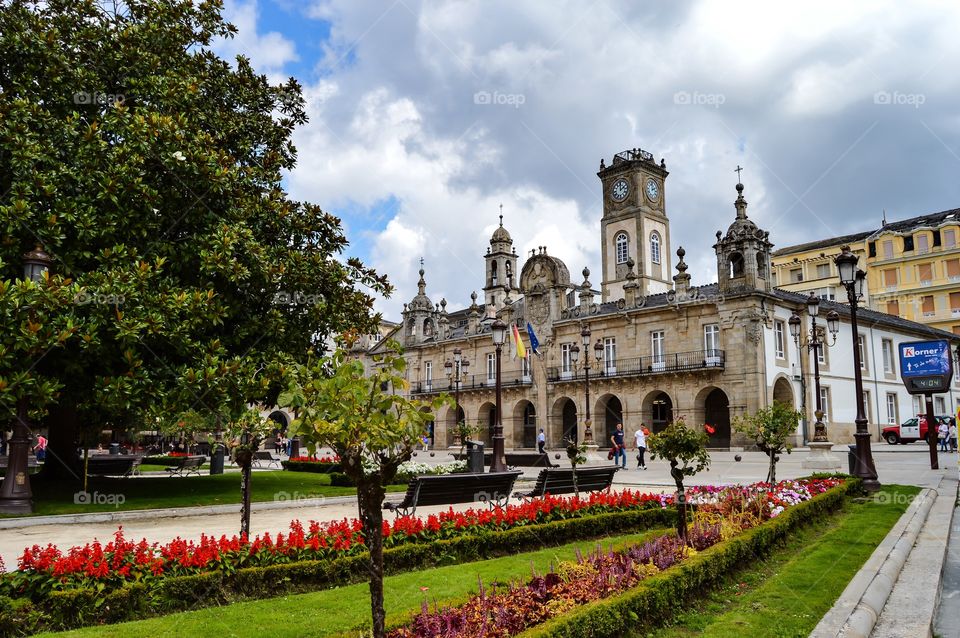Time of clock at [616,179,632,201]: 2:00
